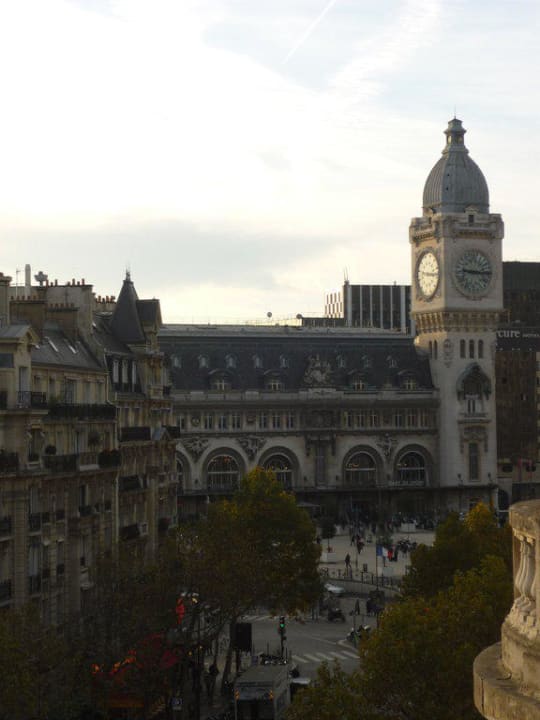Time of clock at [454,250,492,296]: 9:14
